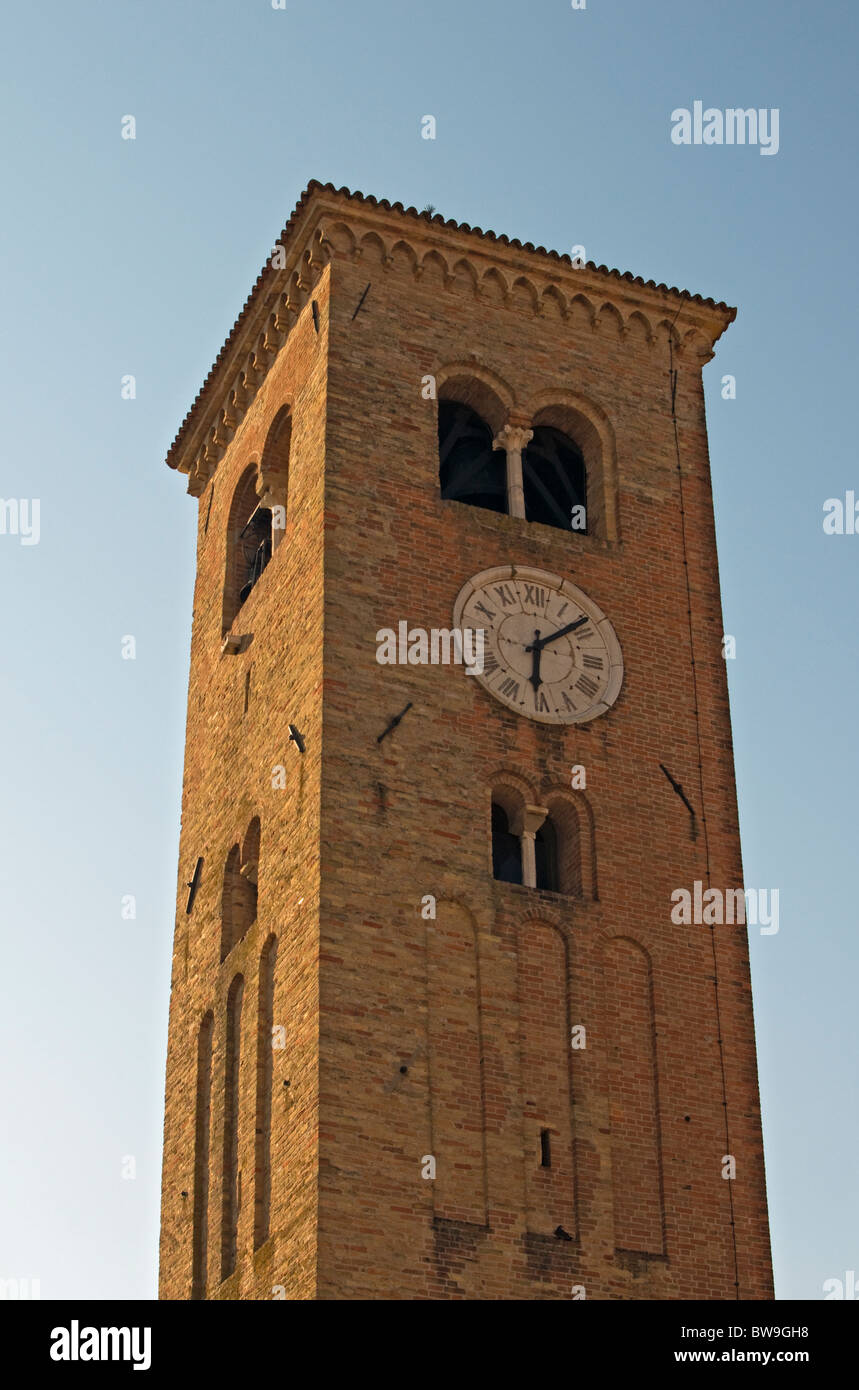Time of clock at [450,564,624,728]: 6:08
